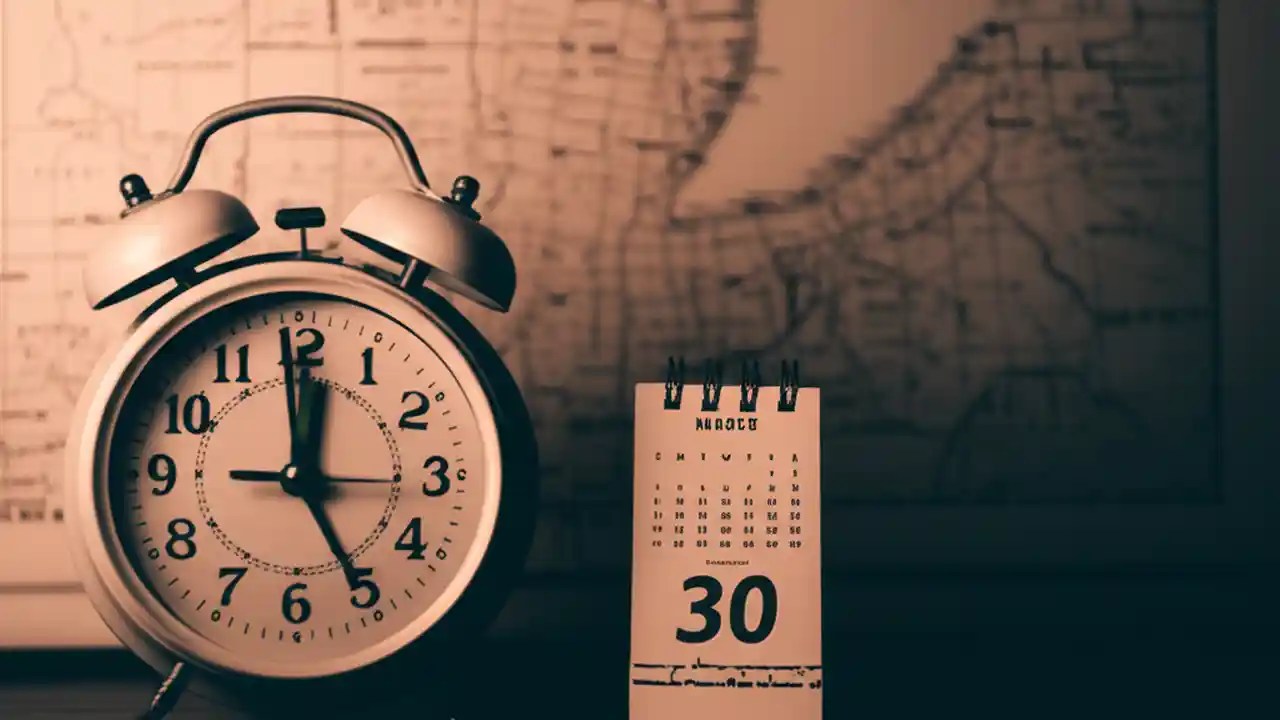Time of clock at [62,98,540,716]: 12:25
